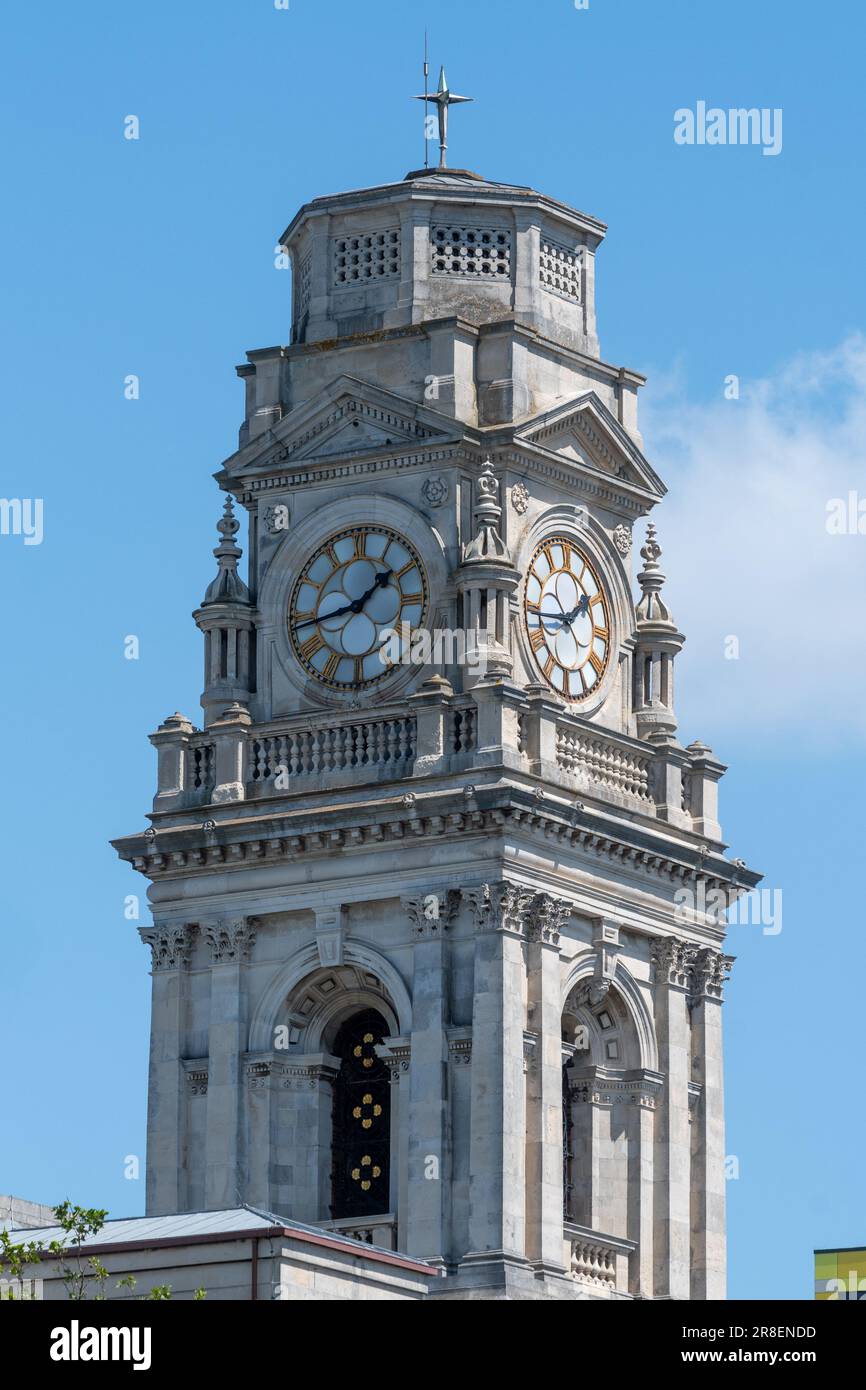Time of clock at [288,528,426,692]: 1:43
